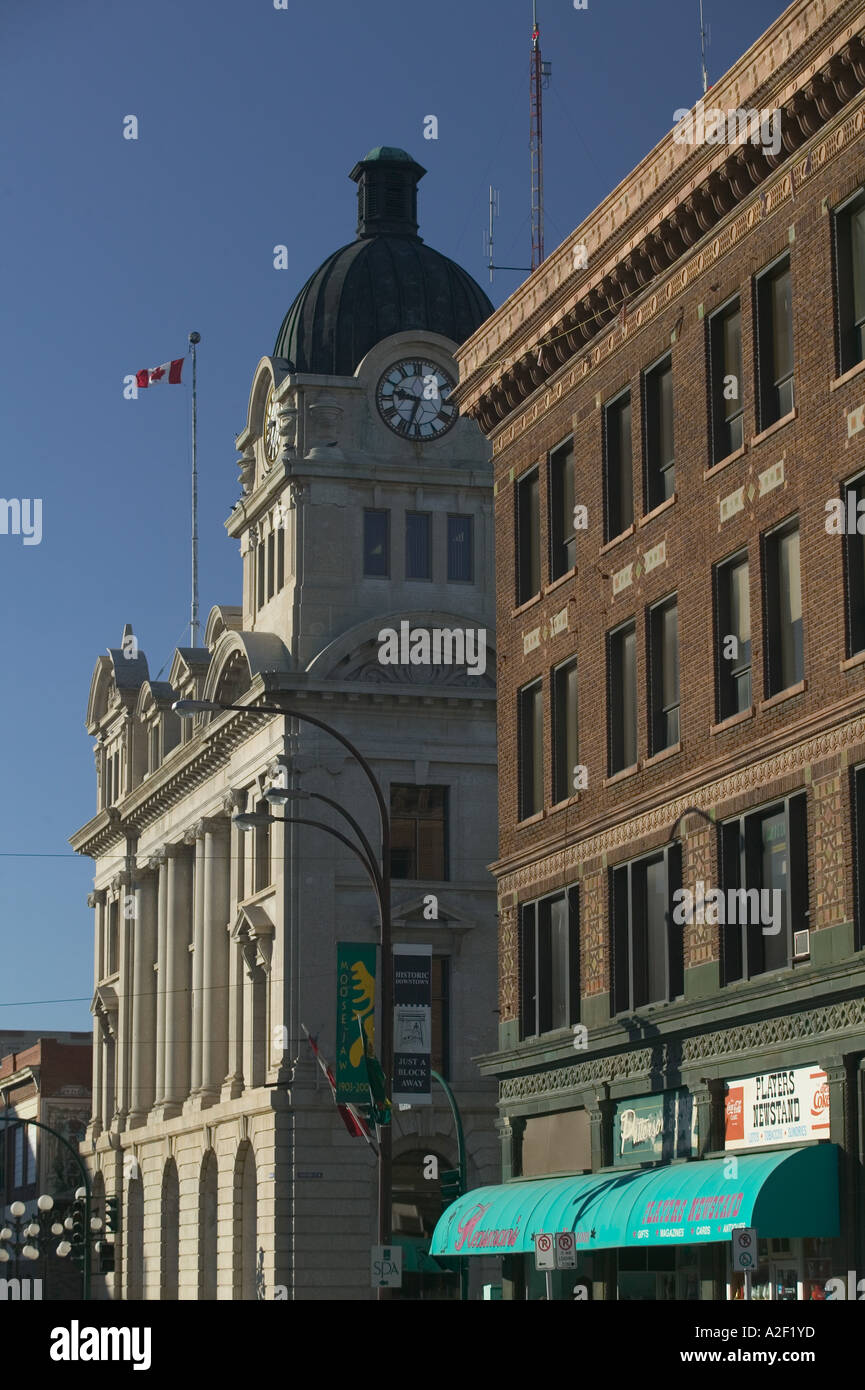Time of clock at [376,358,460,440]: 9:33
